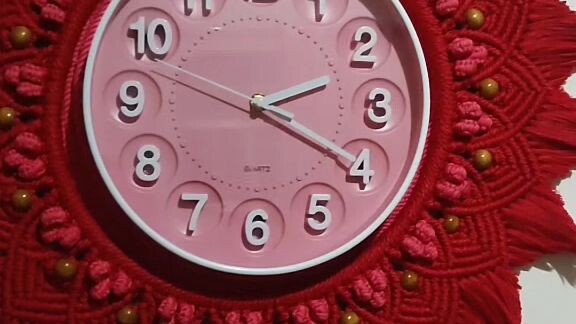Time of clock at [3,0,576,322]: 2:19
